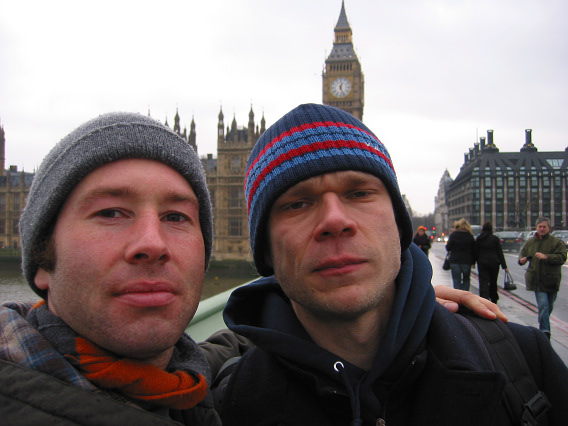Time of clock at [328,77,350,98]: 12:26
